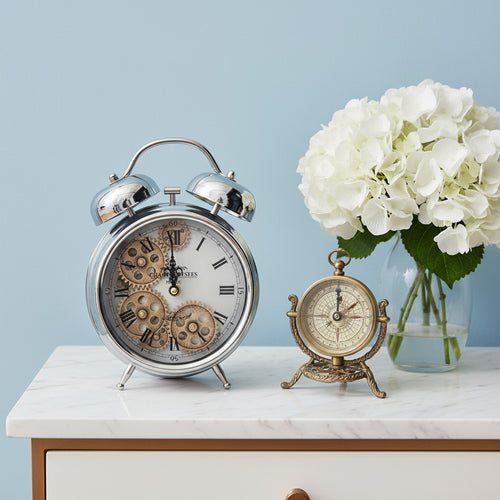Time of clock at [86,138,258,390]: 11:59
